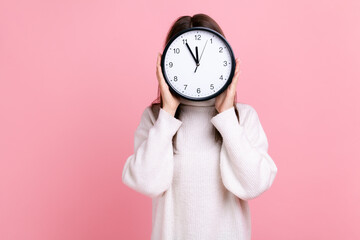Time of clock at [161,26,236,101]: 11:55
